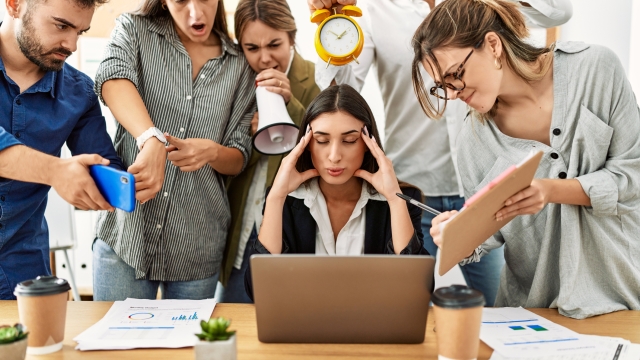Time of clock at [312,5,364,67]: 1:52
